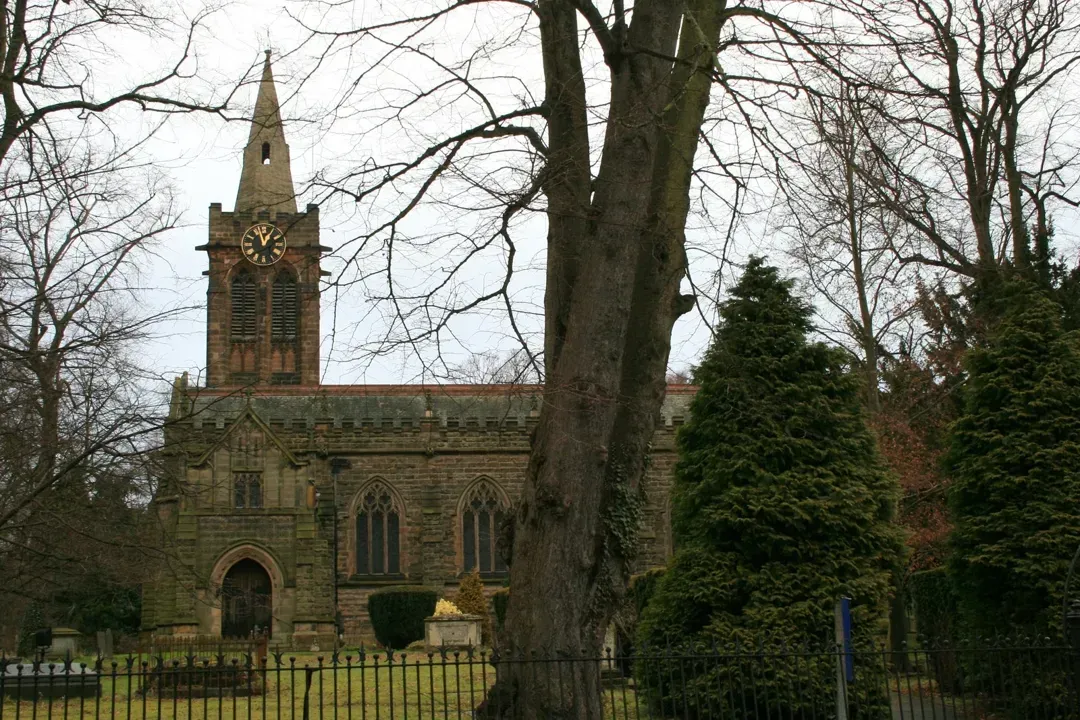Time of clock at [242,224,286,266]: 12:57
